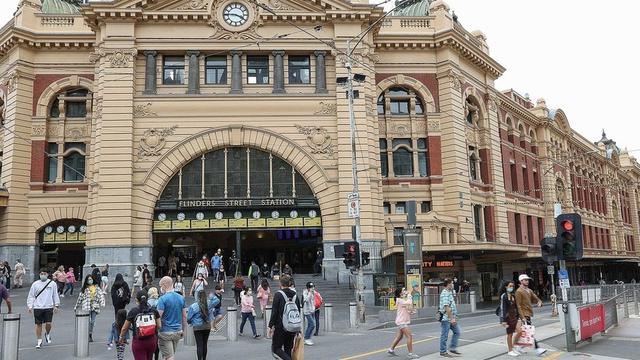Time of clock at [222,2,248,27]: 3:45
